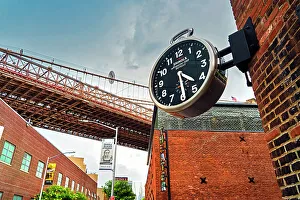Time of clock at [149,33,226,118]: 4:29
